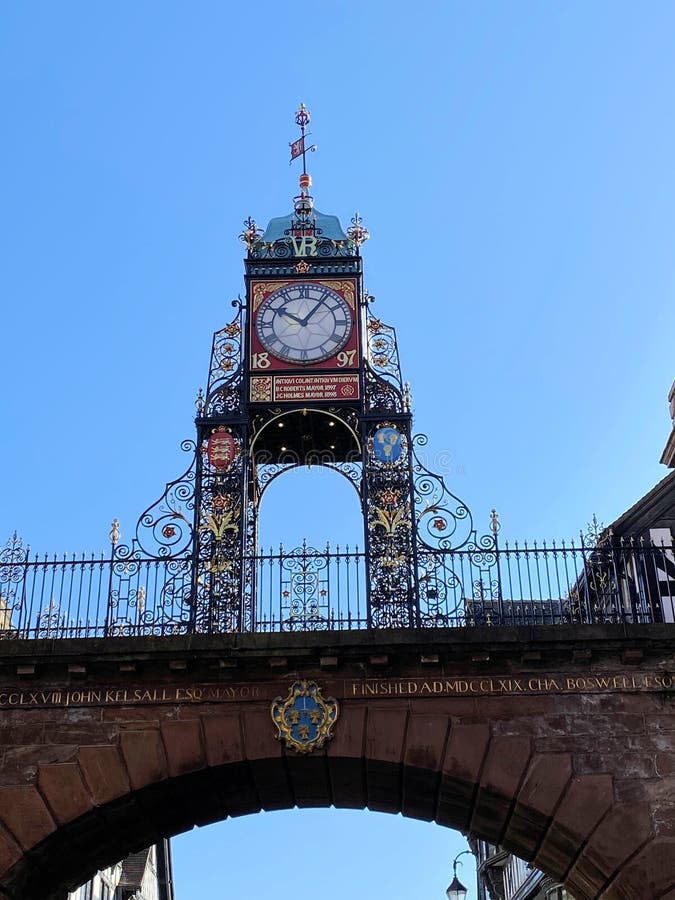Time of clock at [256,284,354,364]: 10:06
